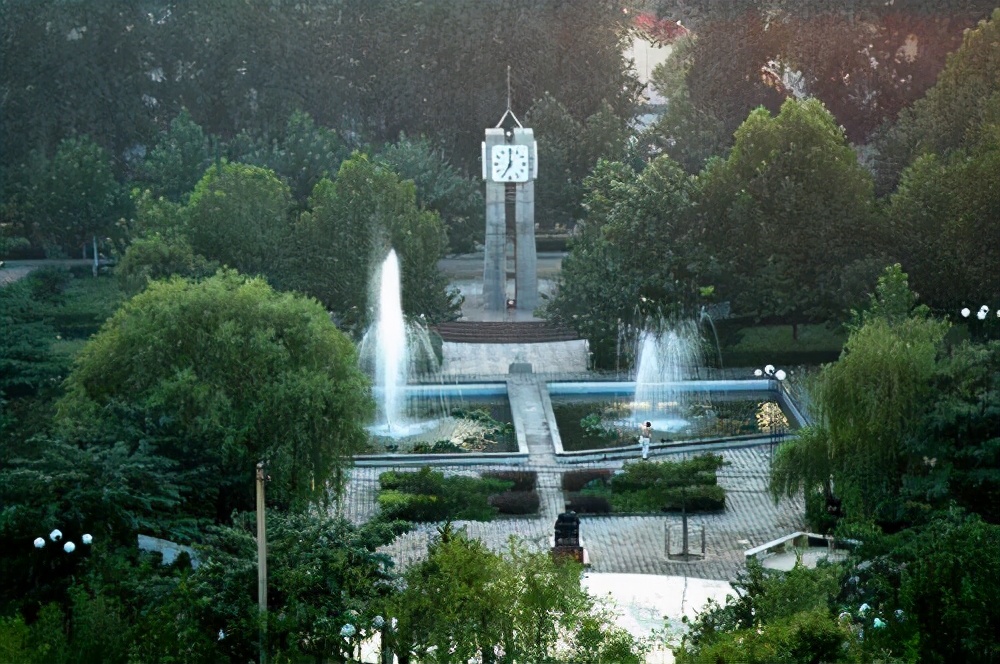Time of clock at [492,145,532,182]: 7:00
